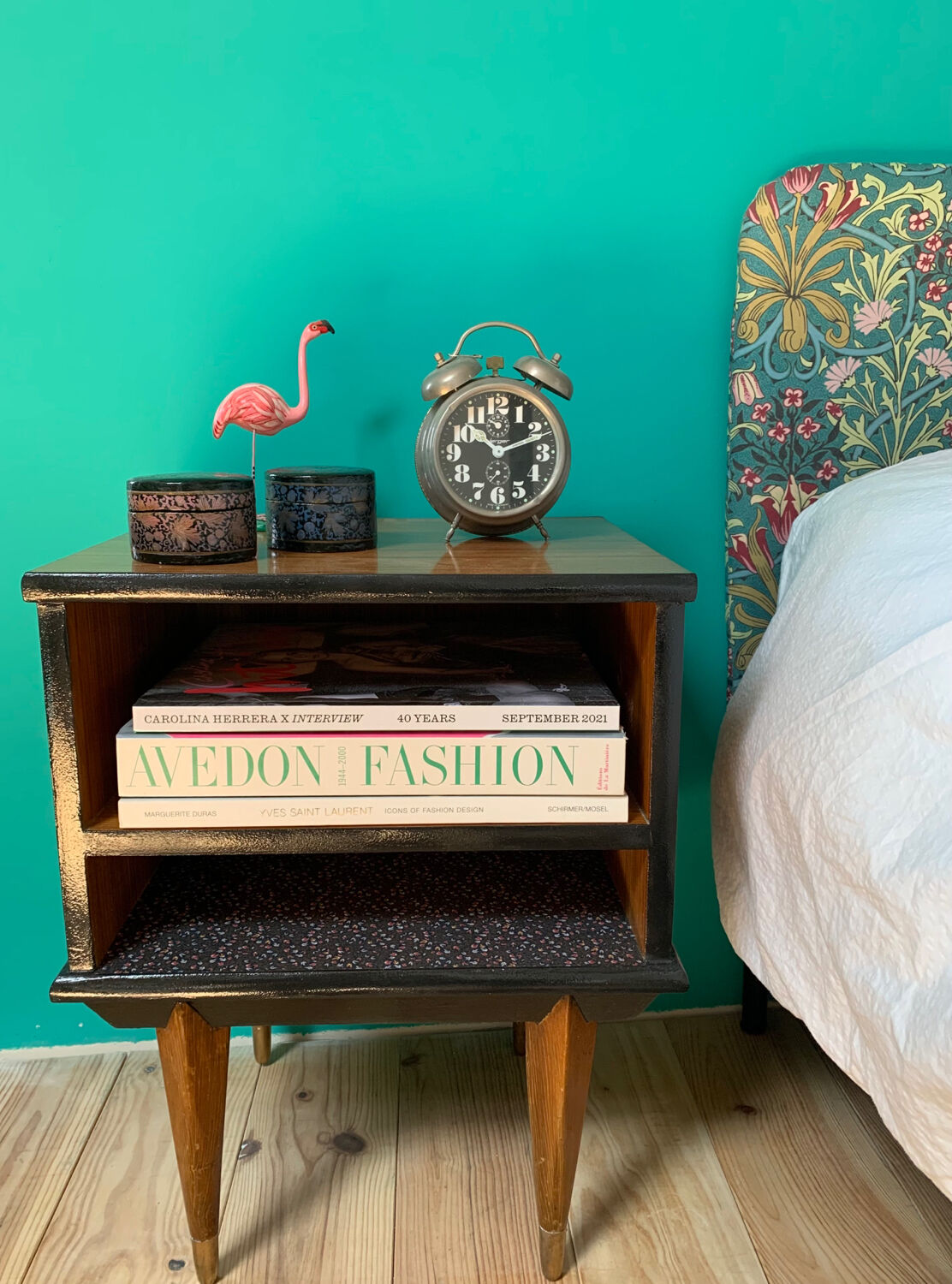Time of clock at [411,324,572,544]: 10:11
